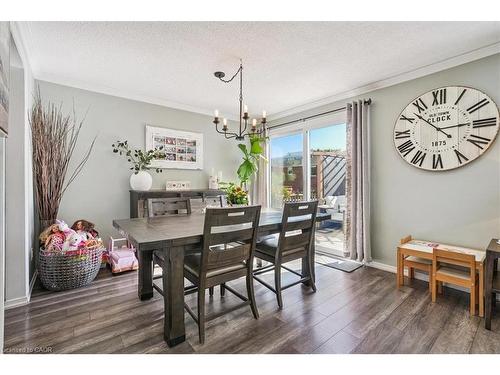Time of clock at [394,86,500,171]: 2:52
